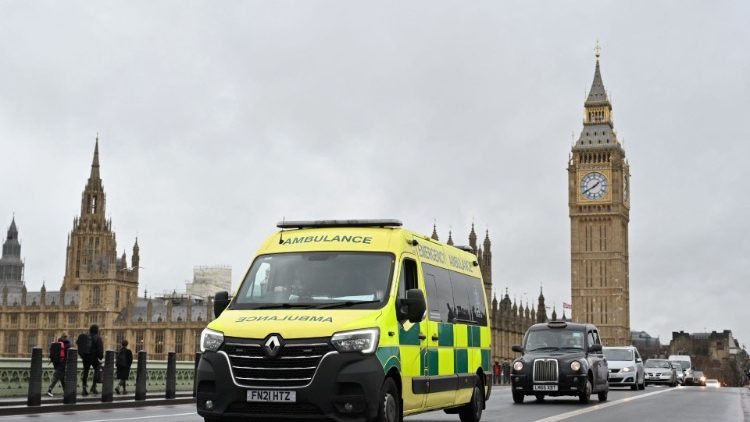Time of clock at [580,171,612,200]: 1:40
